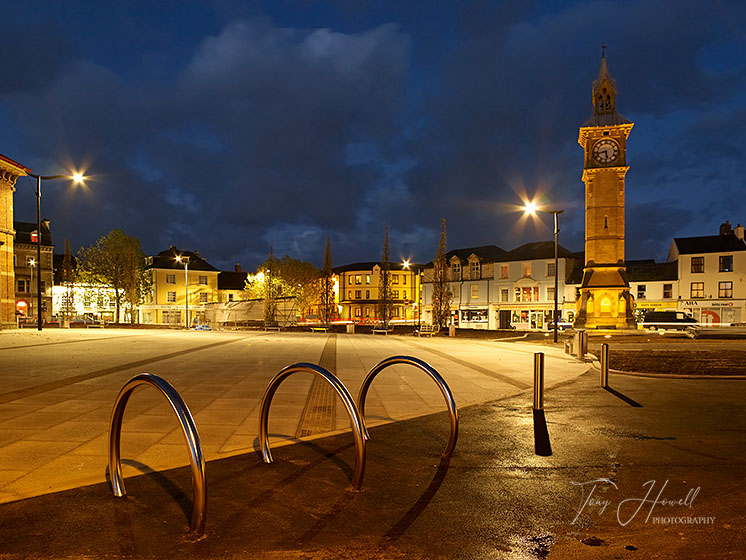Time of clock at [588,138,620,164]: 5:42
